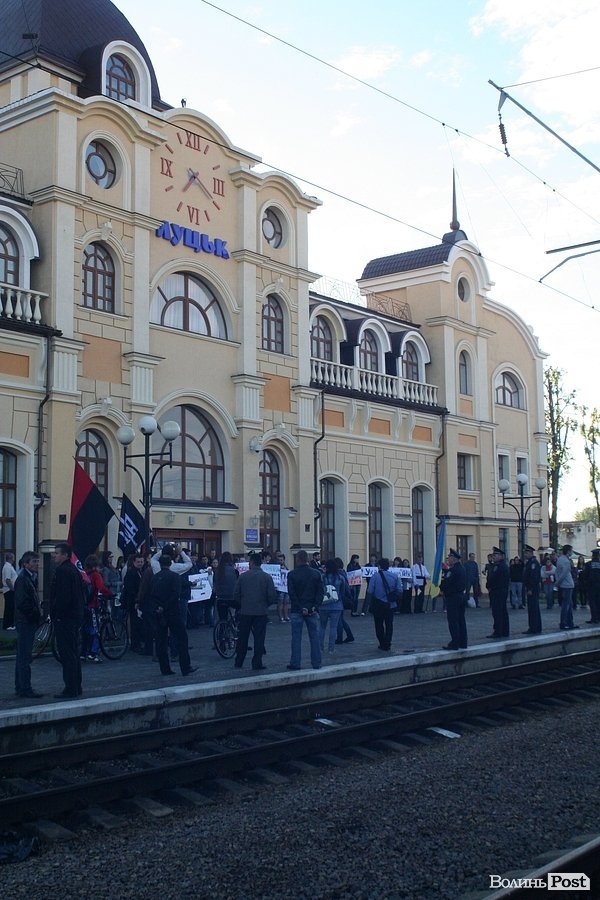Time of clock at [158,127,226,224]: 7:20
